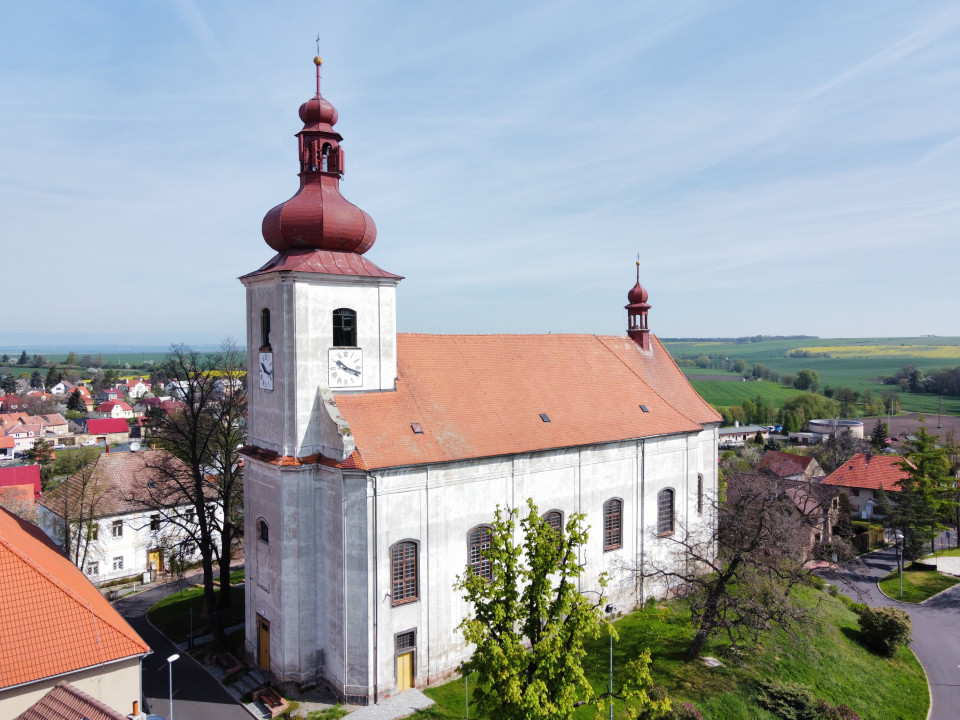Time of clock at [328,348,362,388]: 10:18
